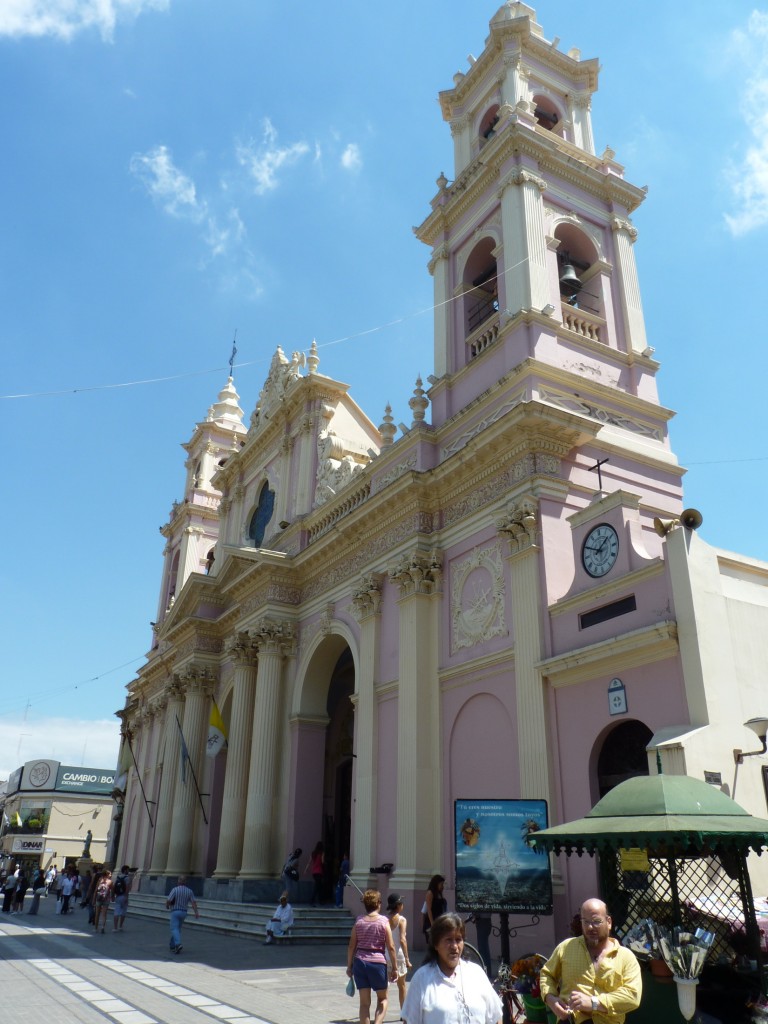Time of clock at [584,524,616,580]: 1:49
